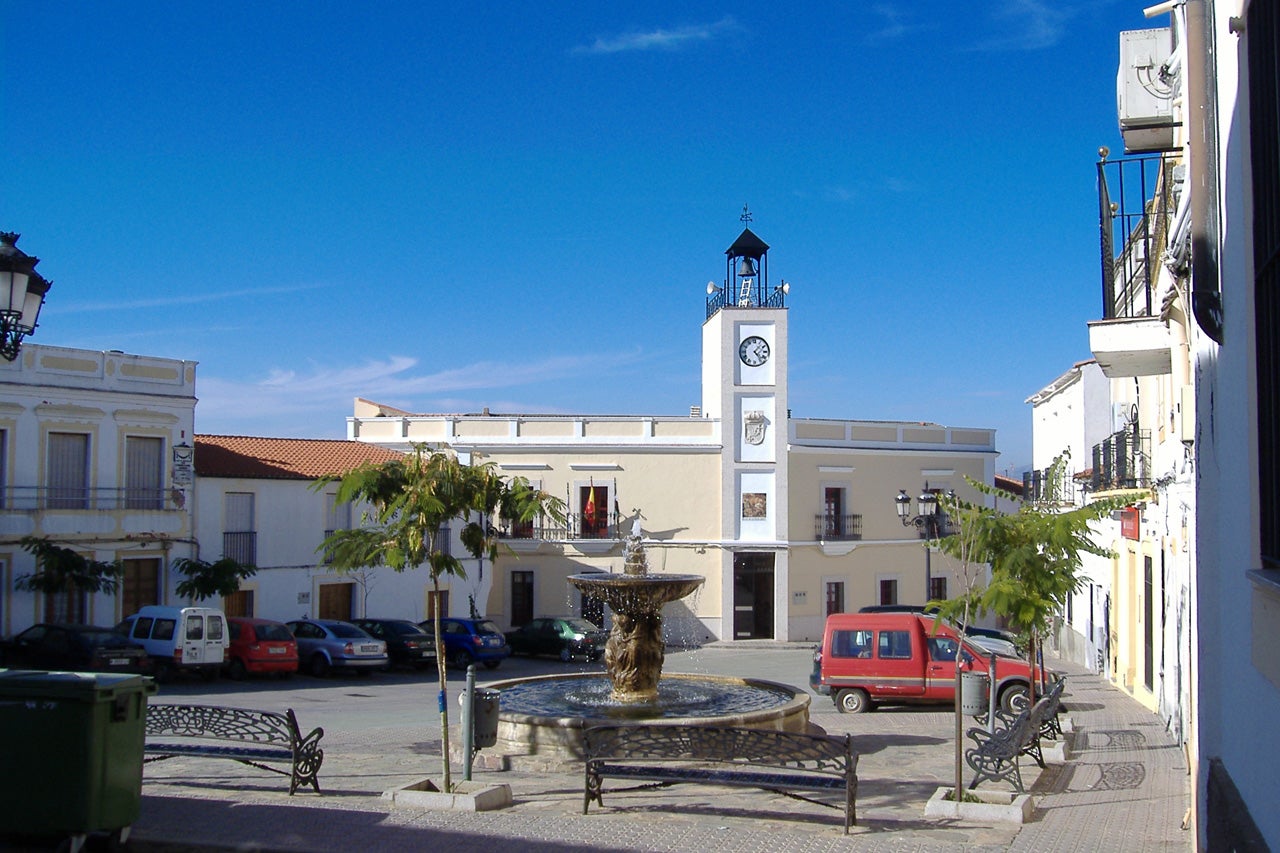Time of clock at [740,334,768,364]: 1:23
